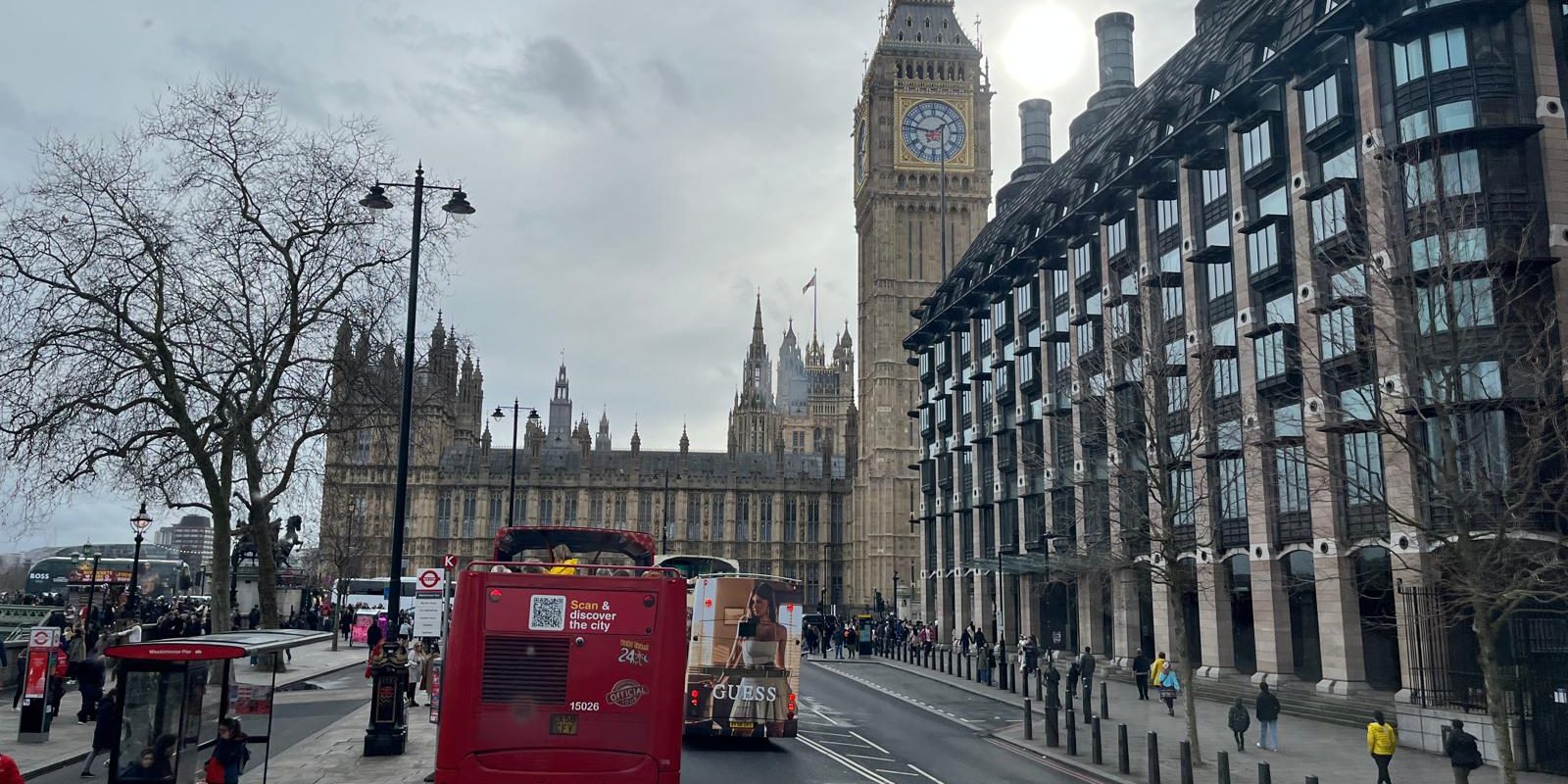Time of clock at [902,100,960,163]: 1:46
